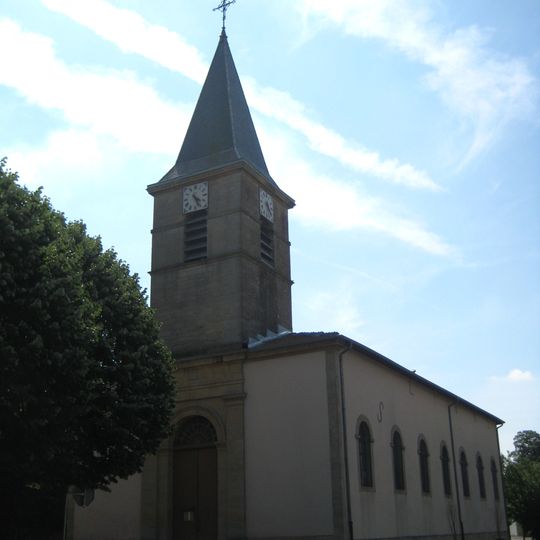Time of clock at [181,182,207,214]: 4:26
